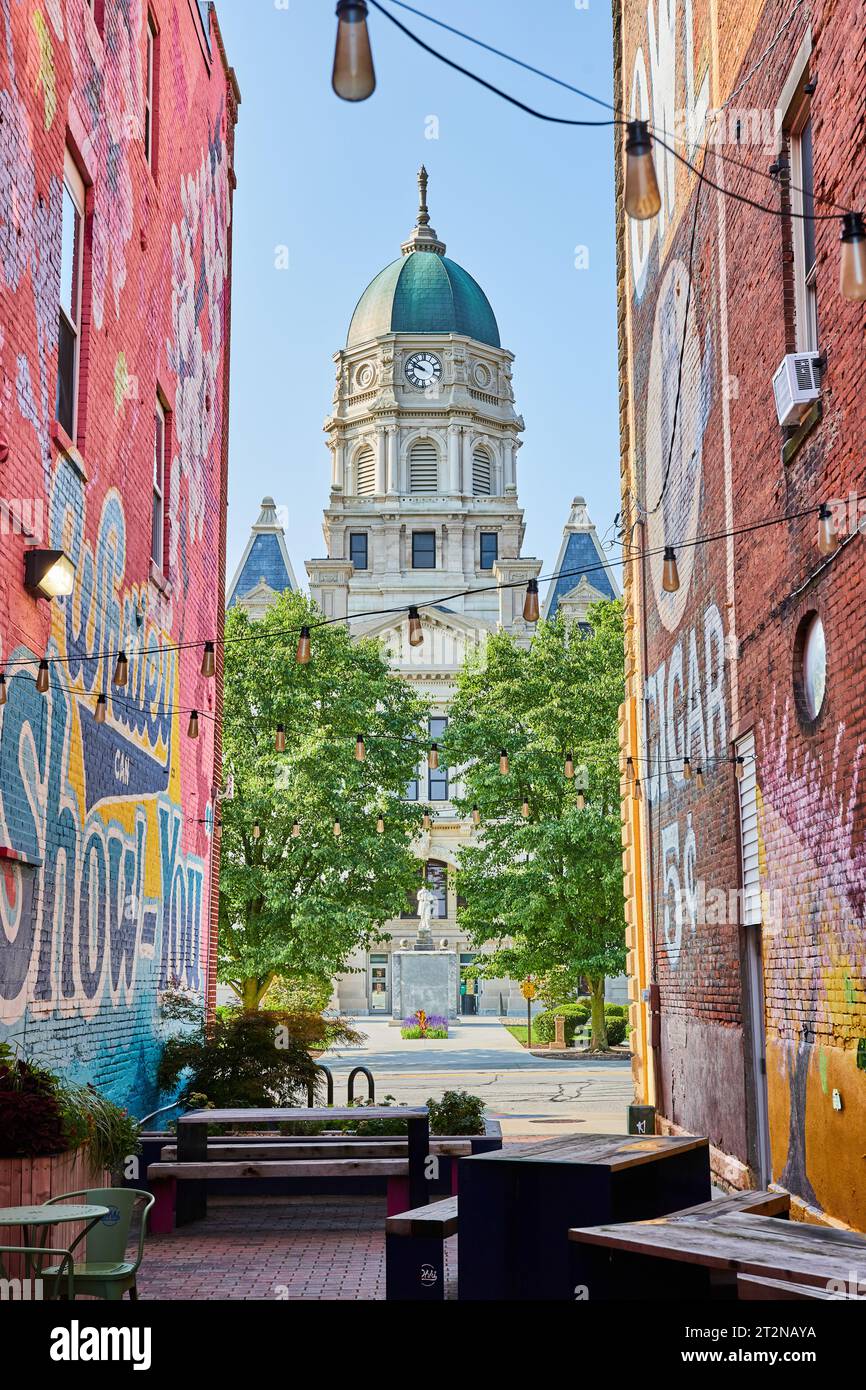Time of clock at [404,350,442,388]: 9:51
